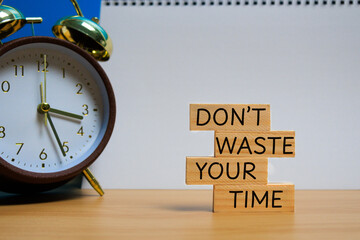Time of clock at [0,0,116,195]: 3:26
